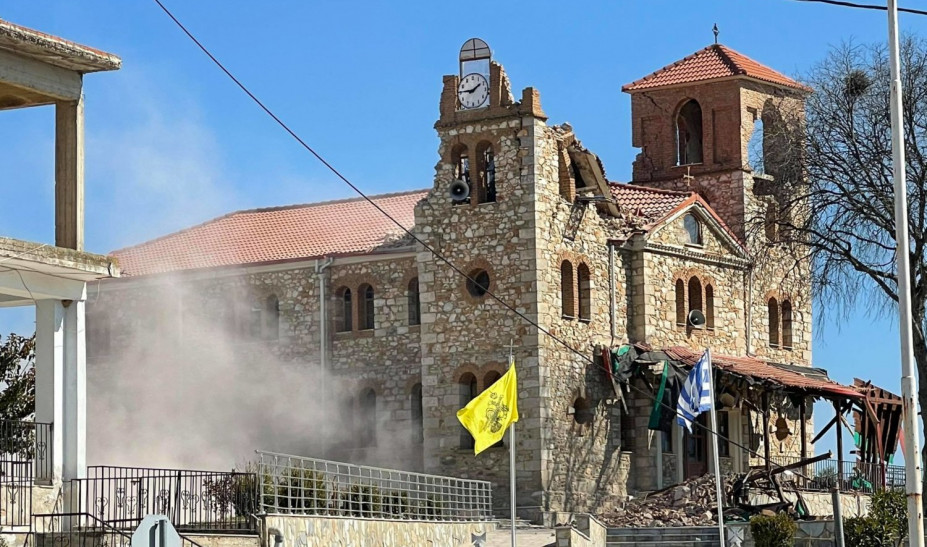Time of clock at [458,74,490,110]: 1:45
